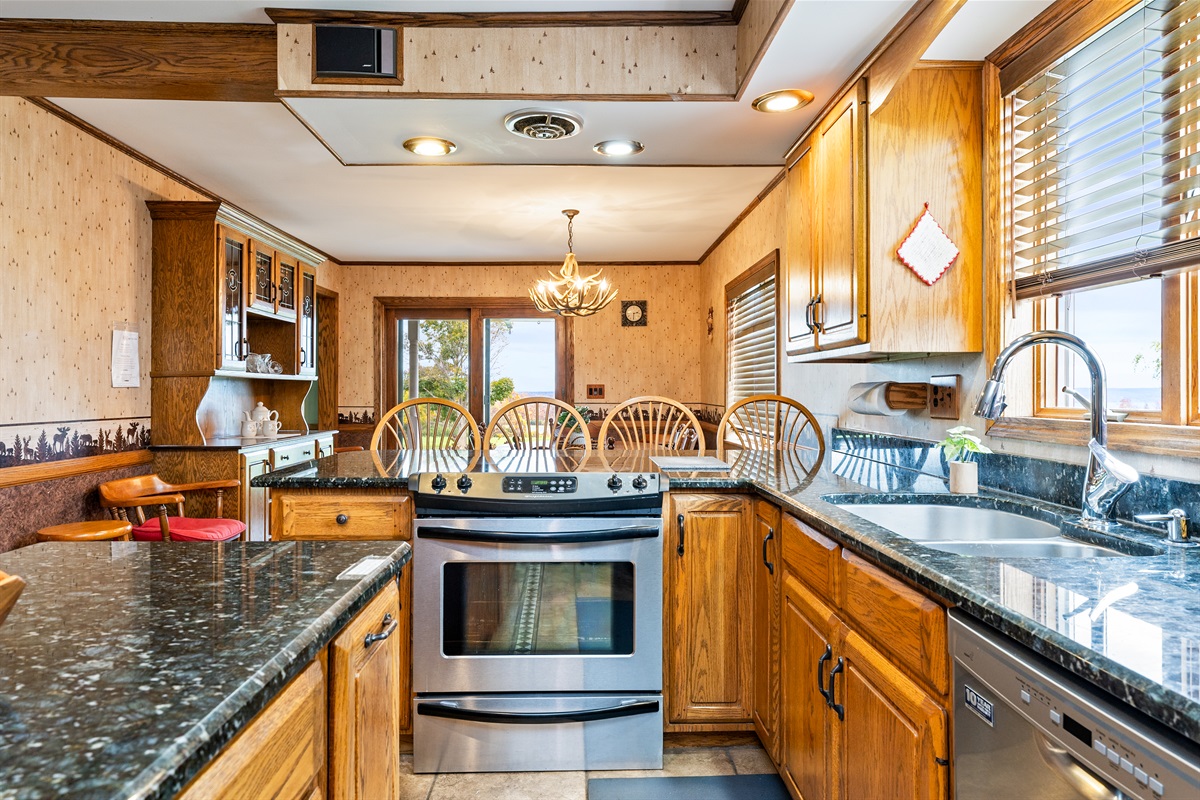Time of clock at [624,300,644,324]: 2:29
